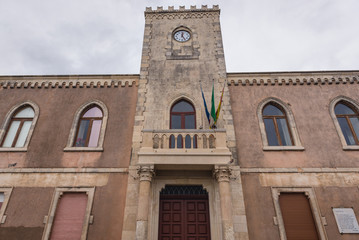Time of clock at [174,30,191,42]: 12:24
